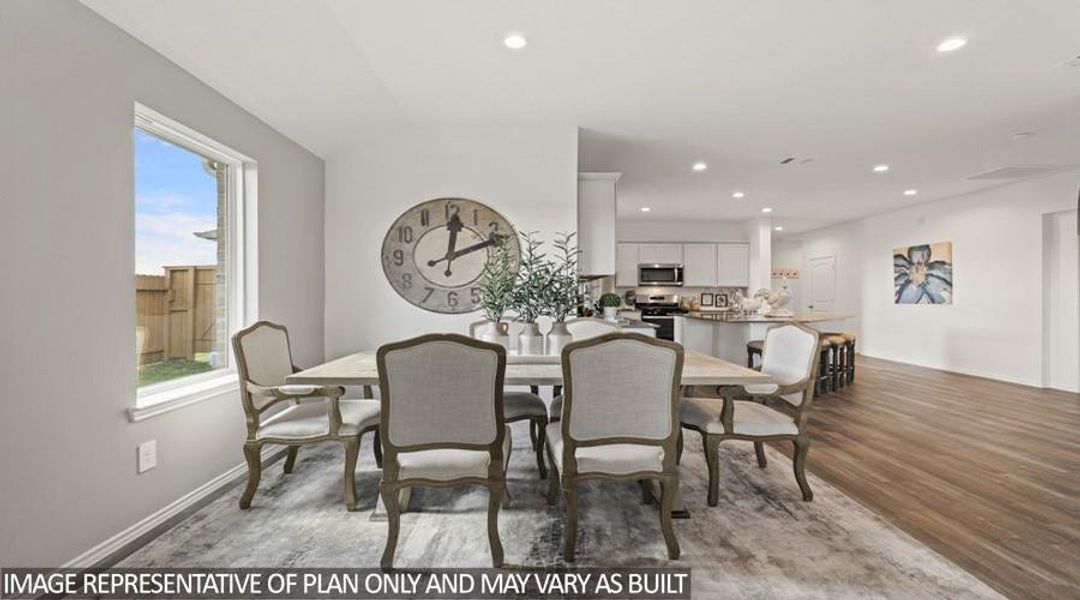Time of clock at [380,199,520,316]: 12:11
